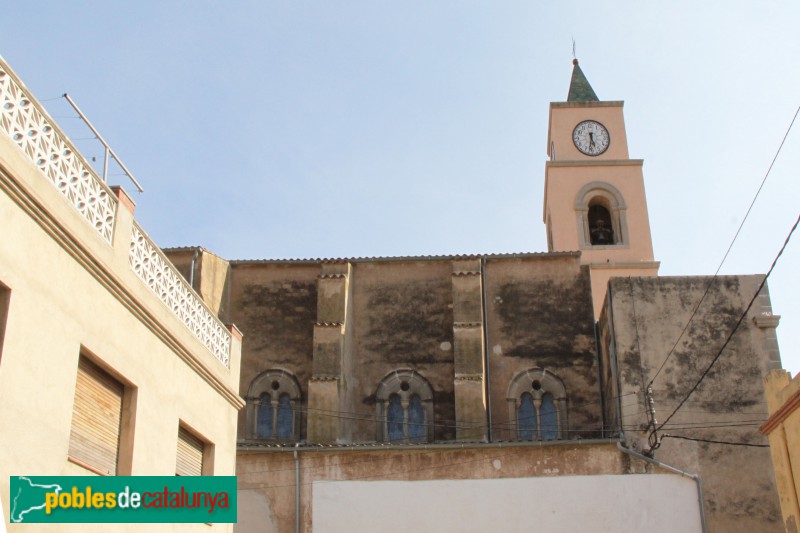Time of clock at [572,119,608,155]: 5:31
